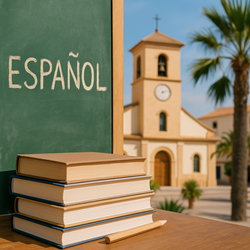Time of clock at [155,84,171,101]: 7:12
